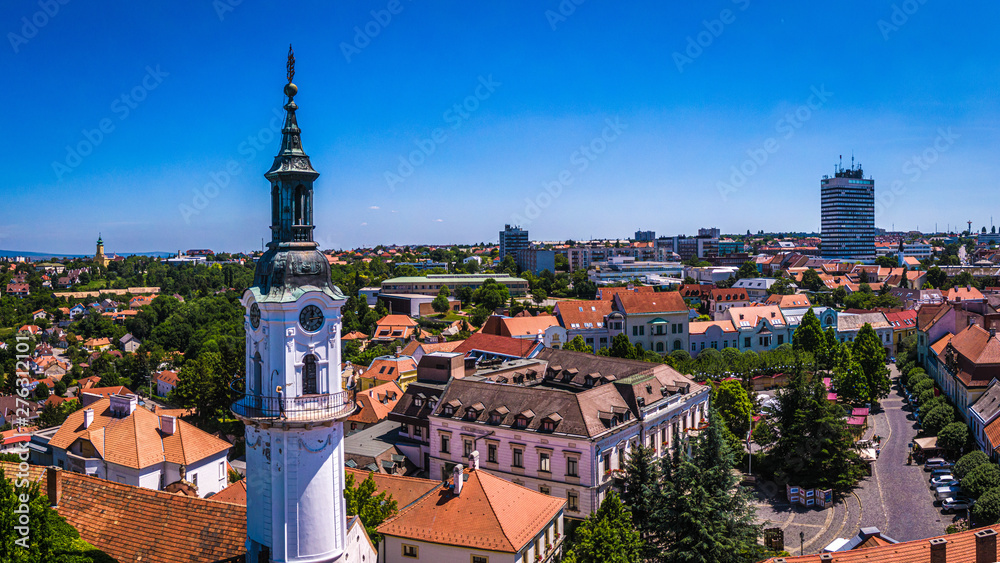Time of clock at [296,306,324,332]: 12:14
